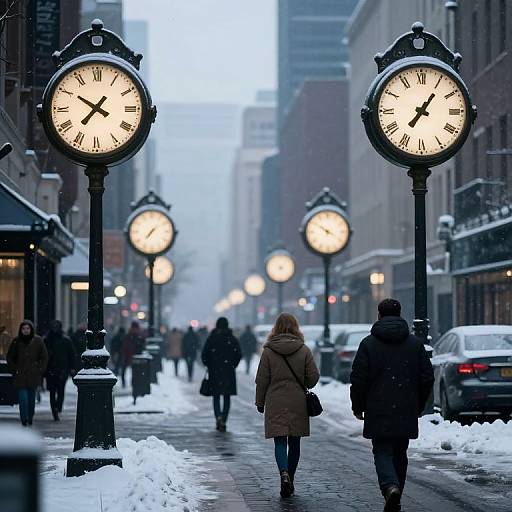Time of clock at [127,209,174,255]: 7:09
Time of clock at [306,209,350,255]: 3:50
